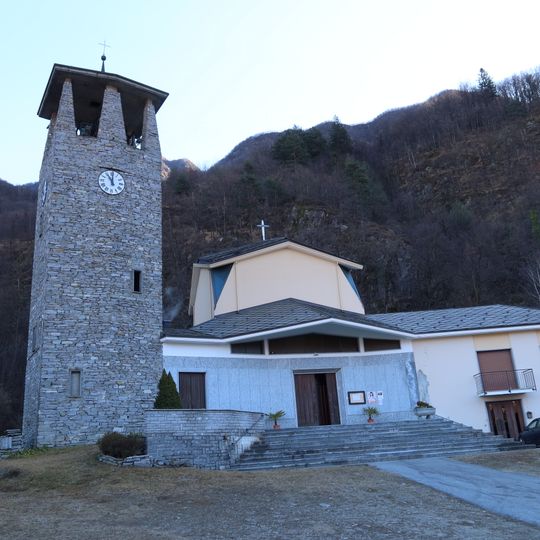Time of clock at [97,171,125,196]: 11:00
